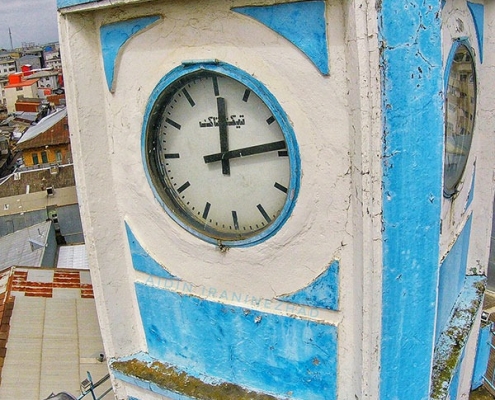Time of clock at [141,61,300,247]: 12:13
